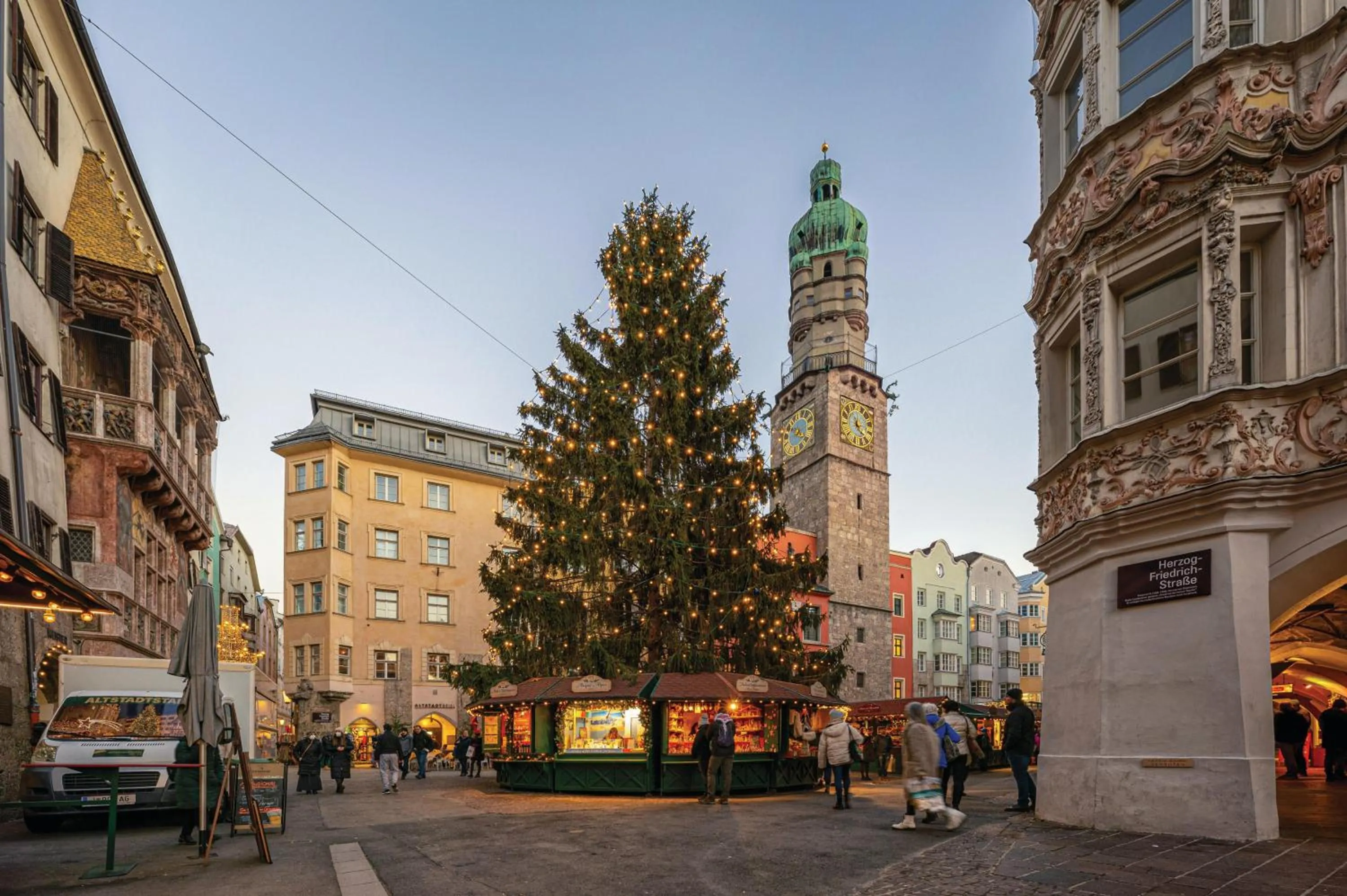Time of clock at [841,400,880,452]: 11:22
